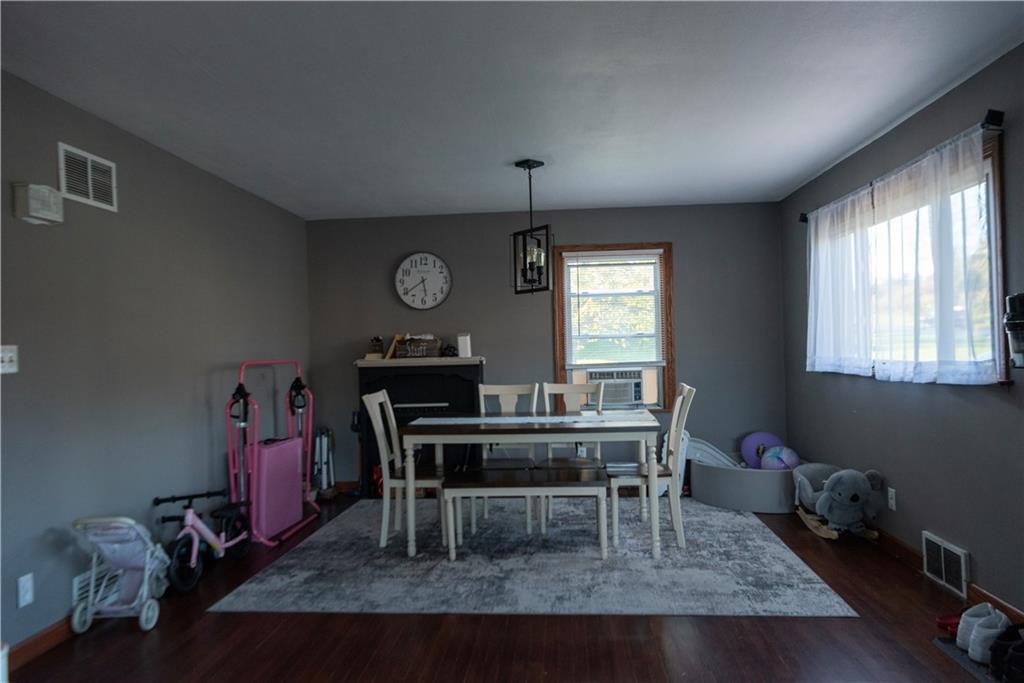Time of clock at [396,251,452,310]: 5:39
